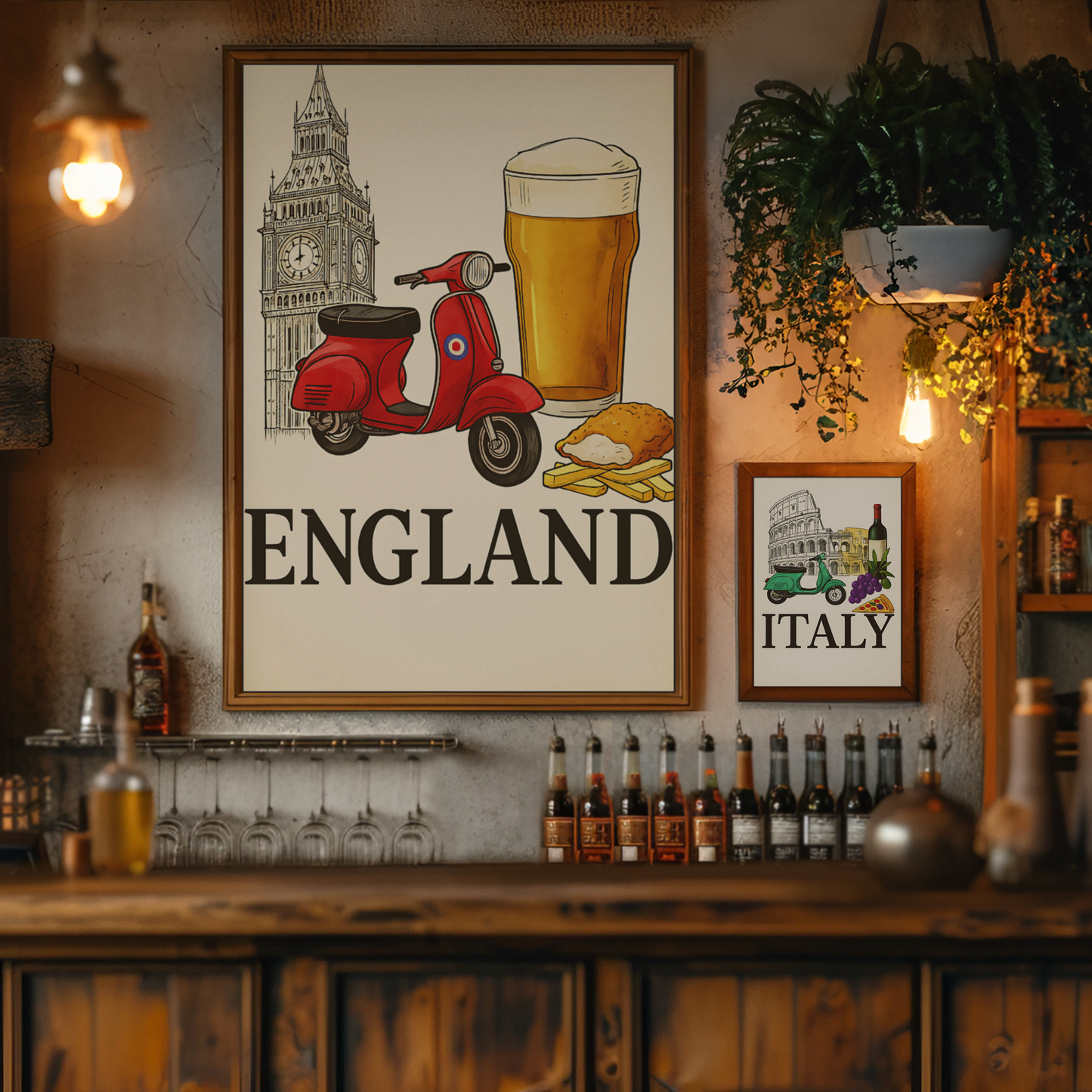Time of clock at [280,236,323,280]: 7:59
